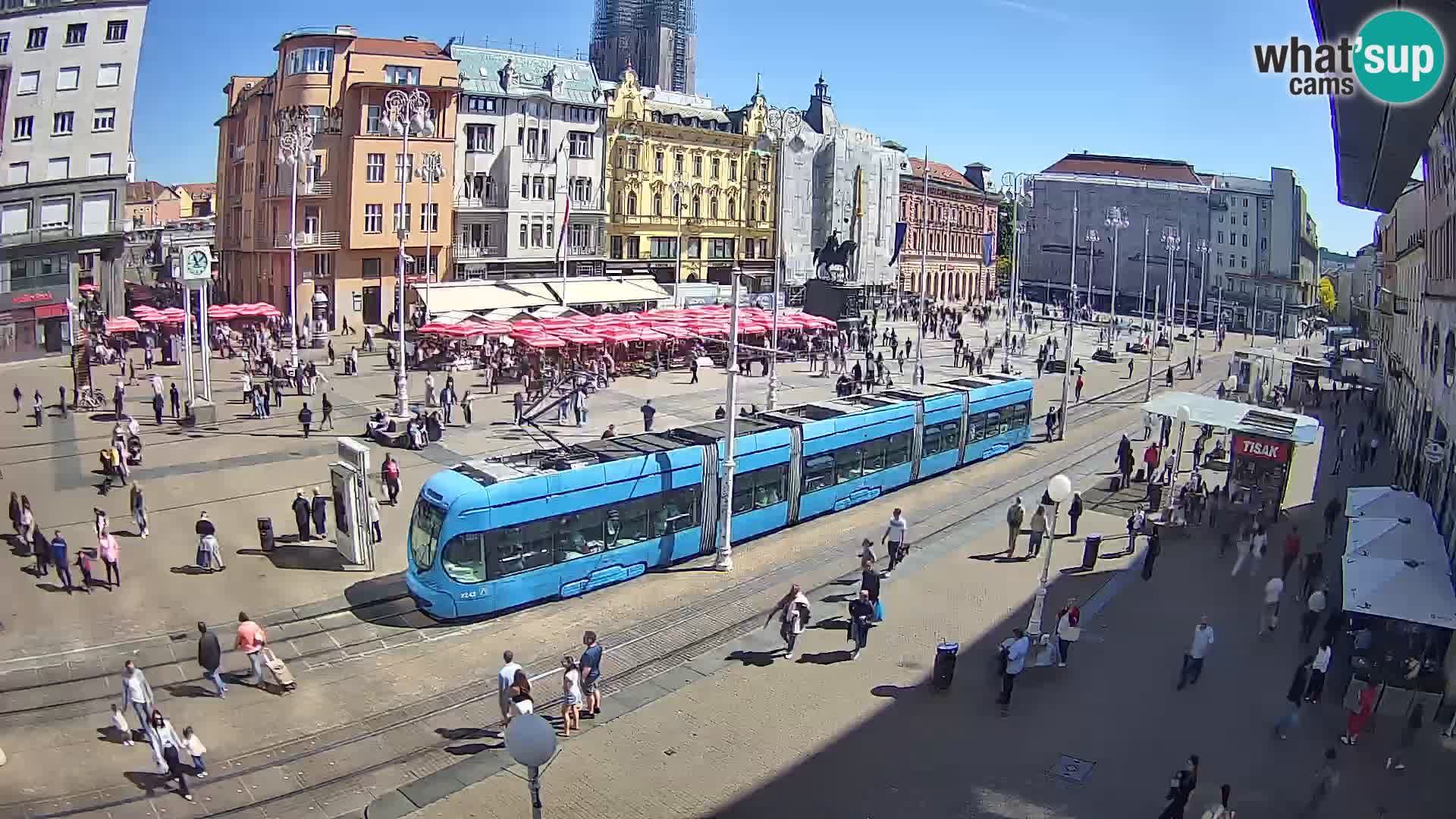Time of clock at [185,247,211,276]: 11:07
